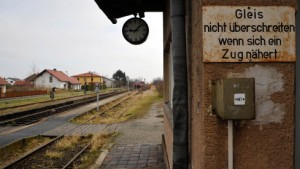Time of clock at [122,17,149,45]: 9:07
